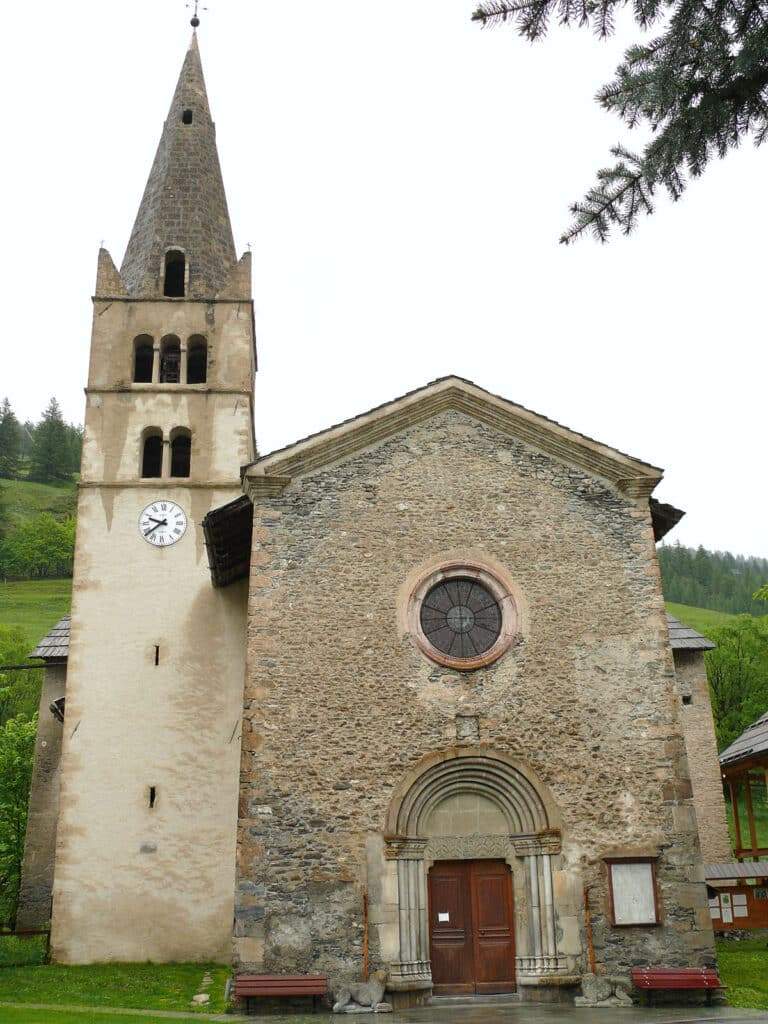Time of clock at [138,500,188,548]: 9:38
